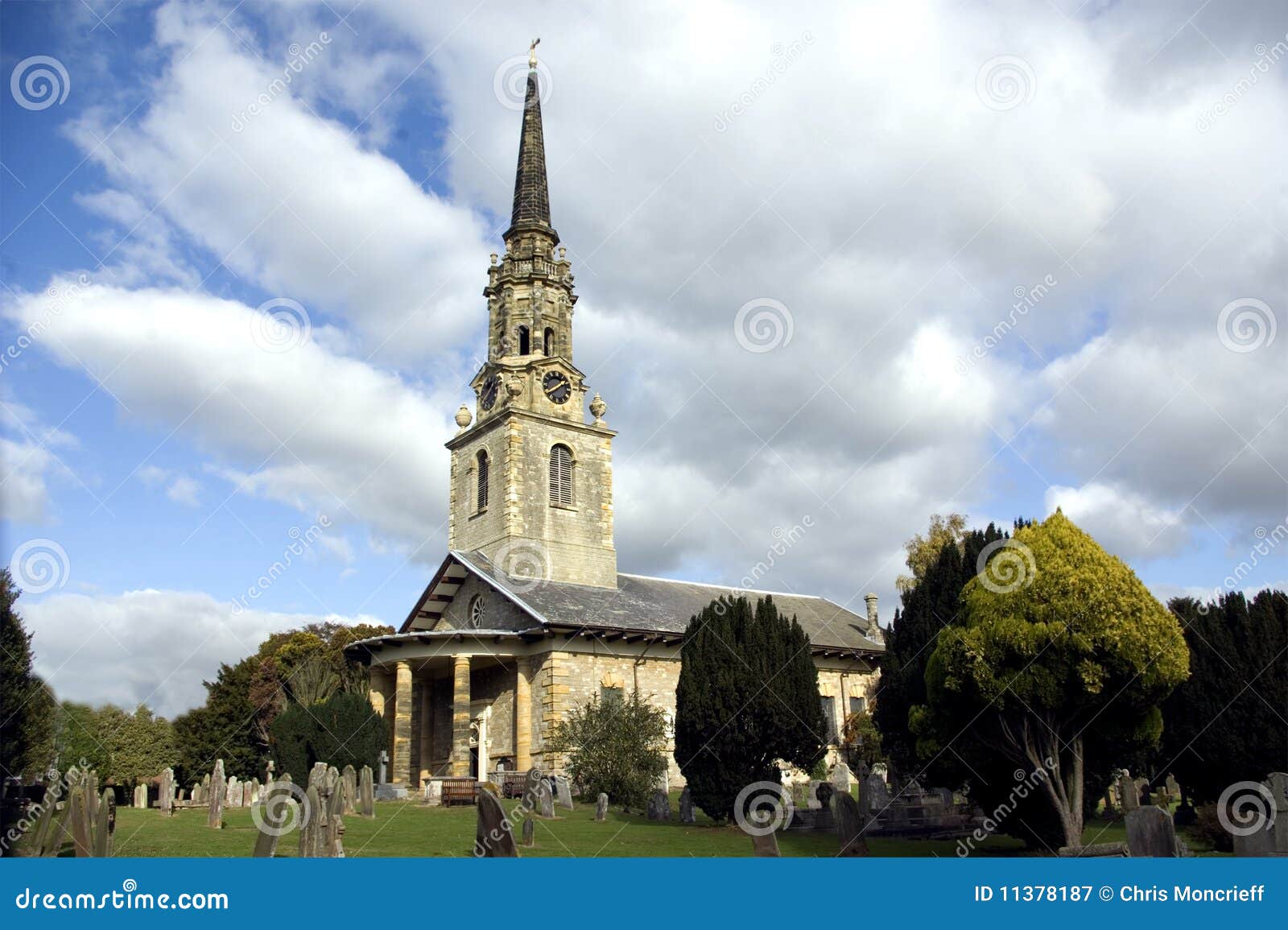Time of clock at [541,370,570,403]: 1:39
